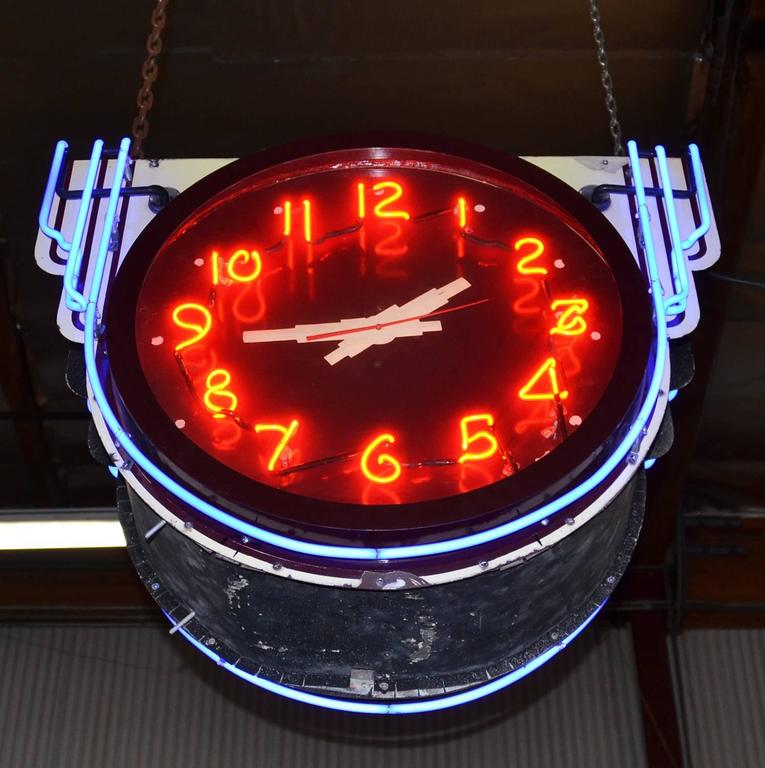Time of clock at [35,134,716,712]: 1:44
